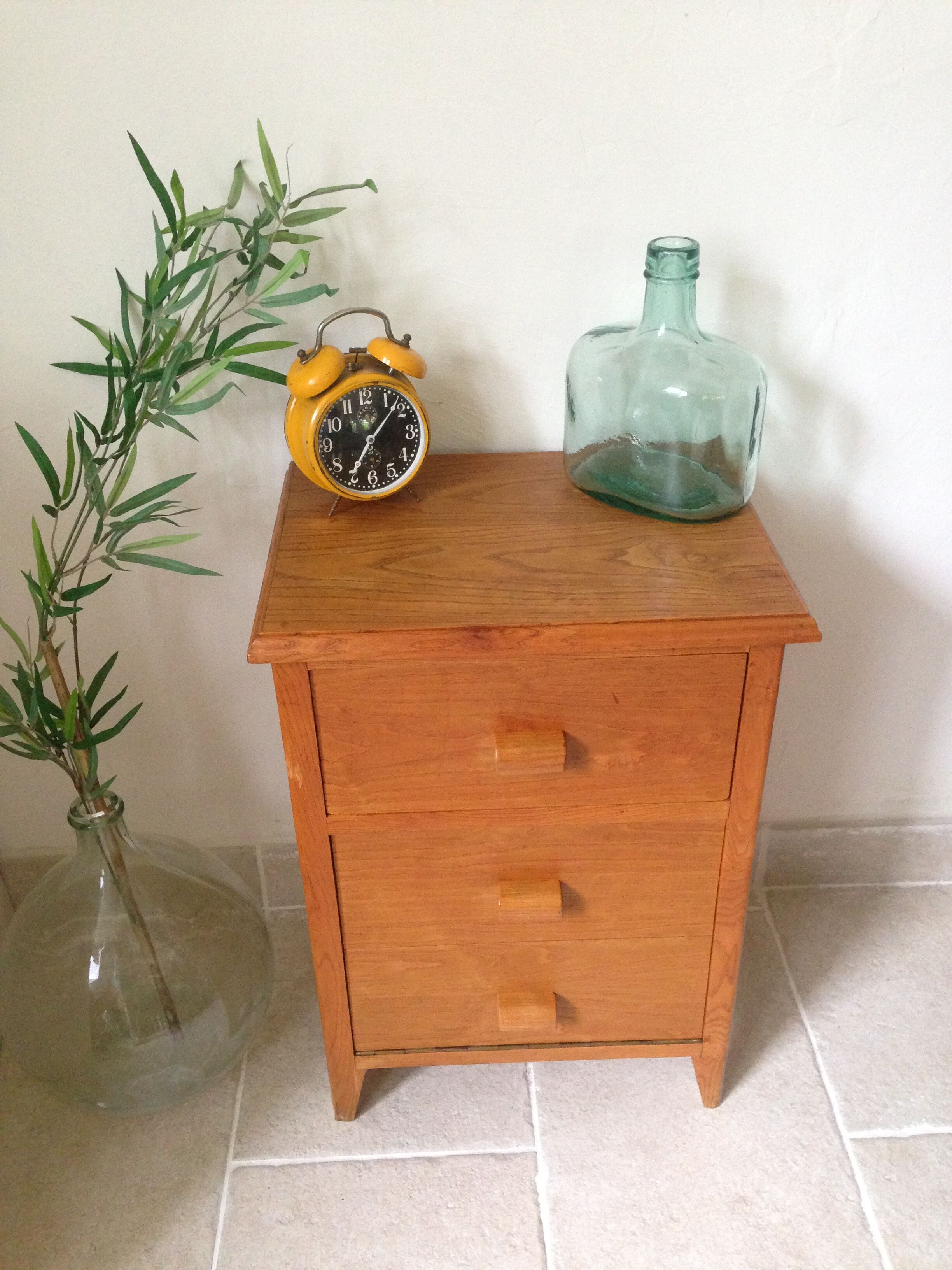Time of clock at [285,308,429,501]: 7:07
